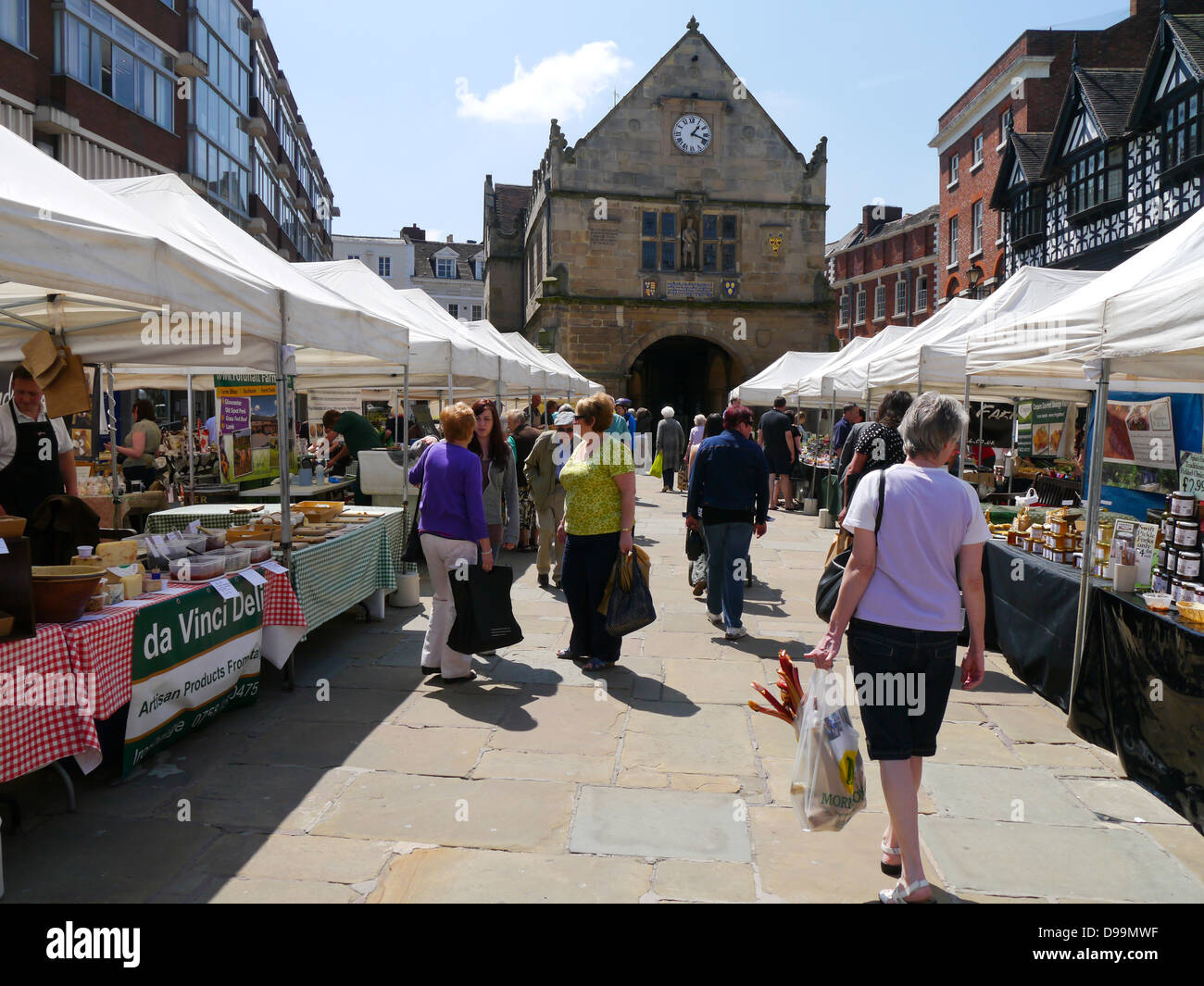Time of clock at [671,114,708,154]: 1:18
